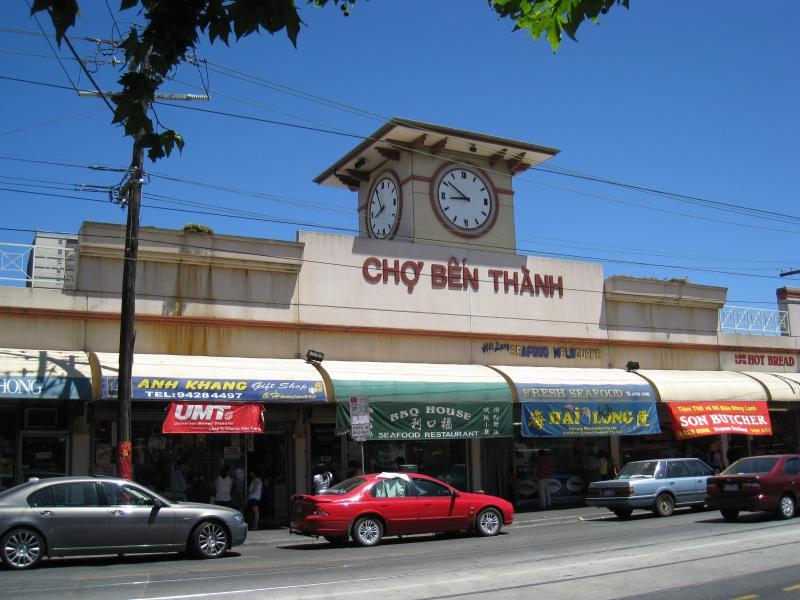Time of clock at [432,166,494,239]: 8:51
